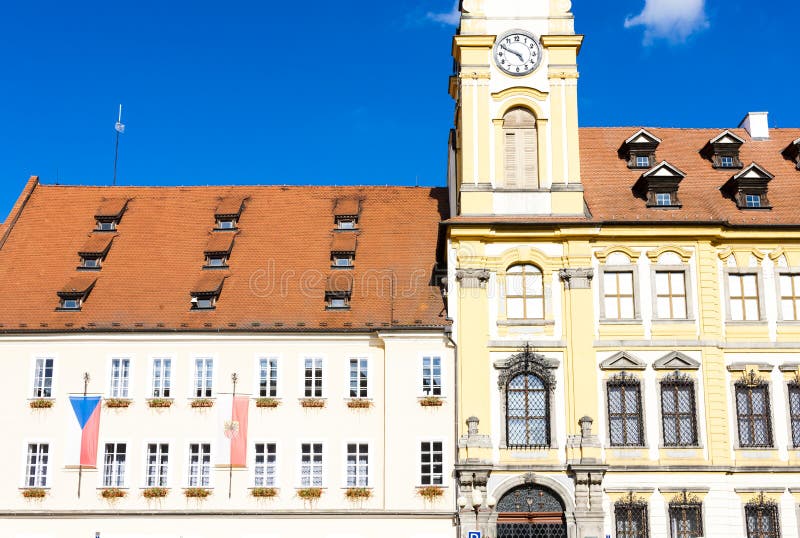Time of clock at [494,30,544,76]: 4:49
